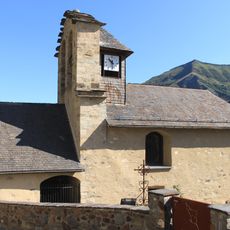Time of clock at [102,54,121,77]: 10:28
